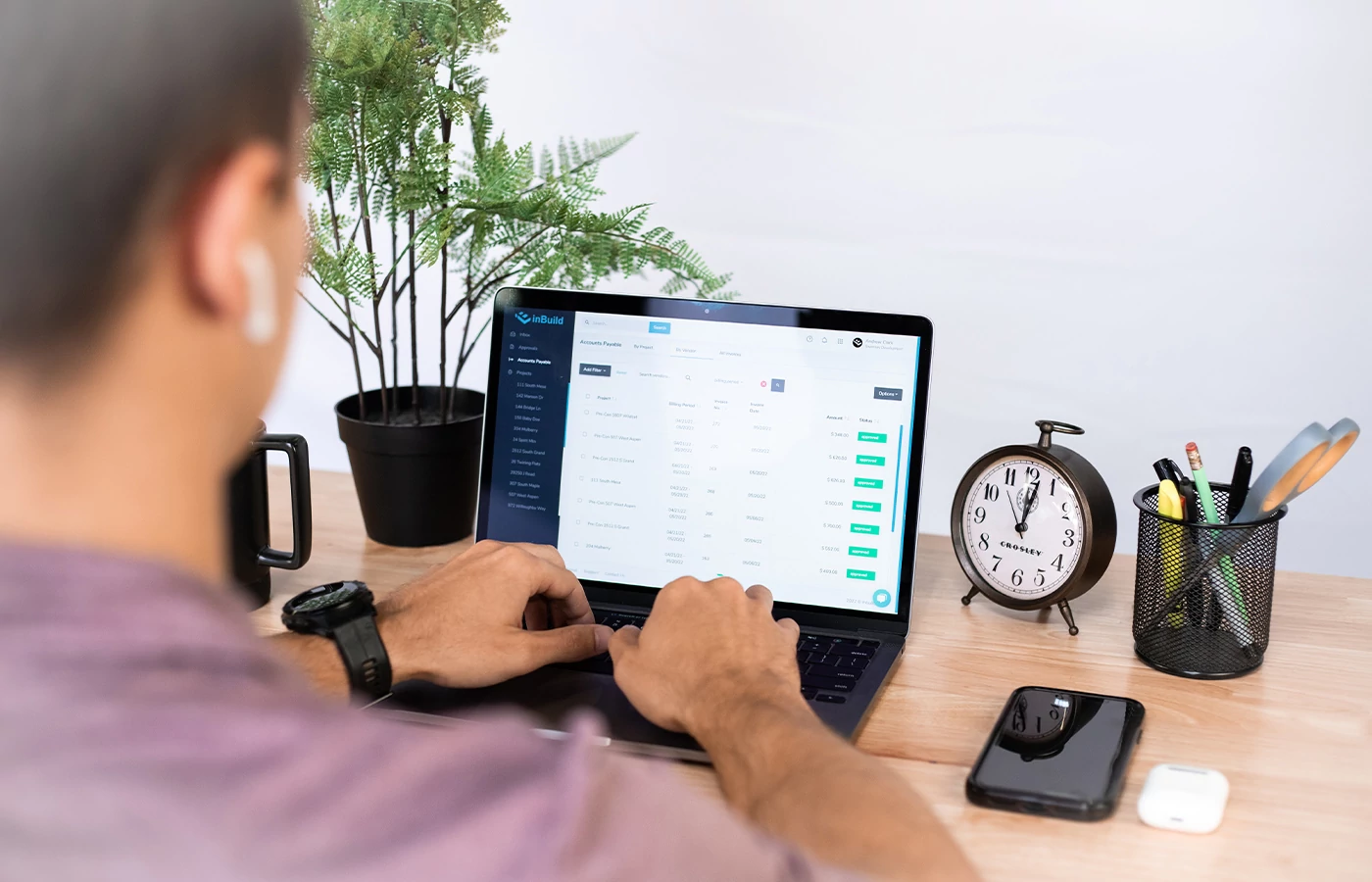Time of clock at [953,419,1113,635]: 12:01
